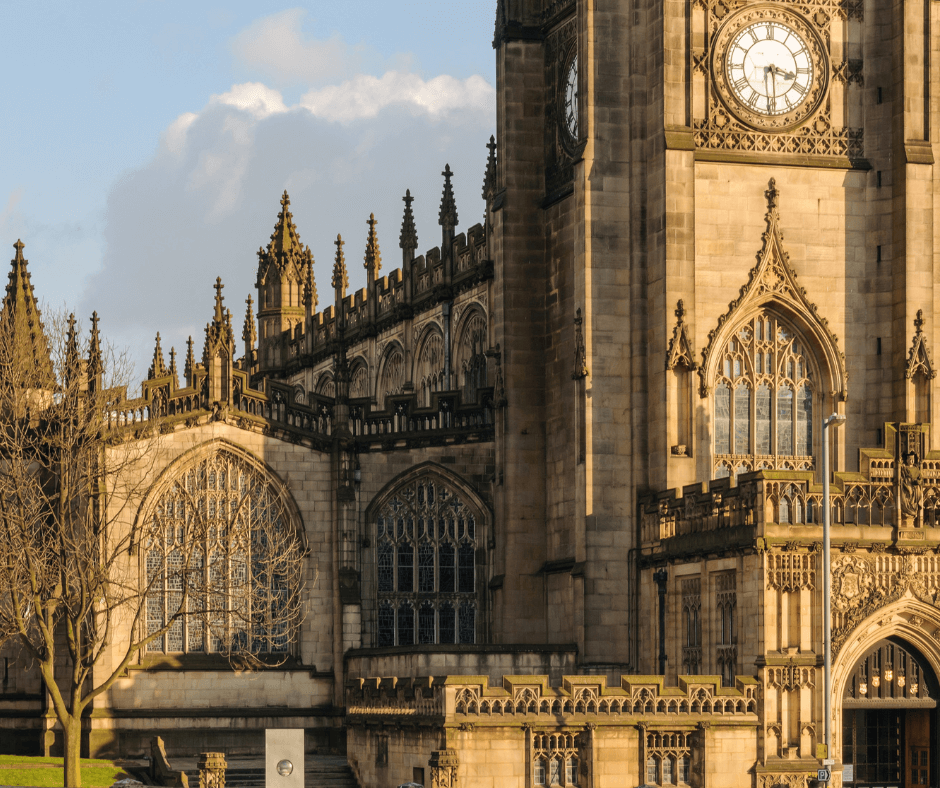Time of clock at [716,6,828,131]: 3:29
